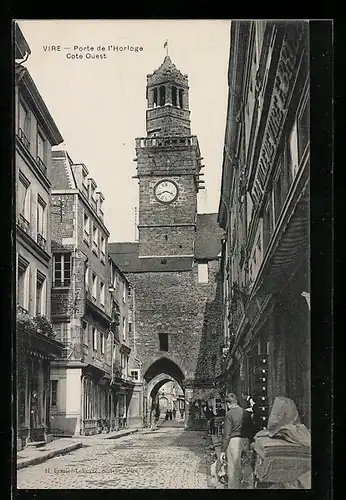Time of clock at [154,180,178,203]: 3:41
